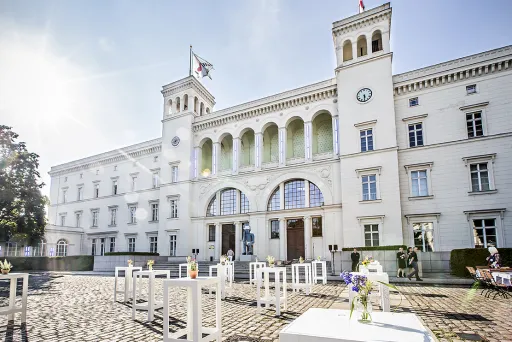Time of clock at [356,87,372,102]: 5:30
